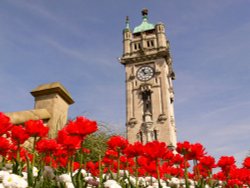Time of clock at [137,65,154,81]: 11:13
